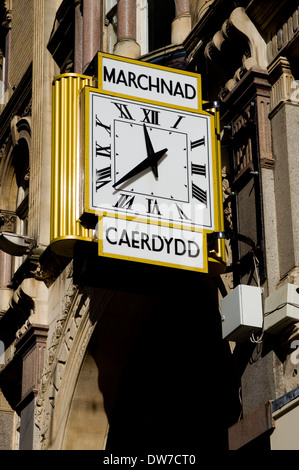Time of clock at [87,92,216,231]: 11:37
